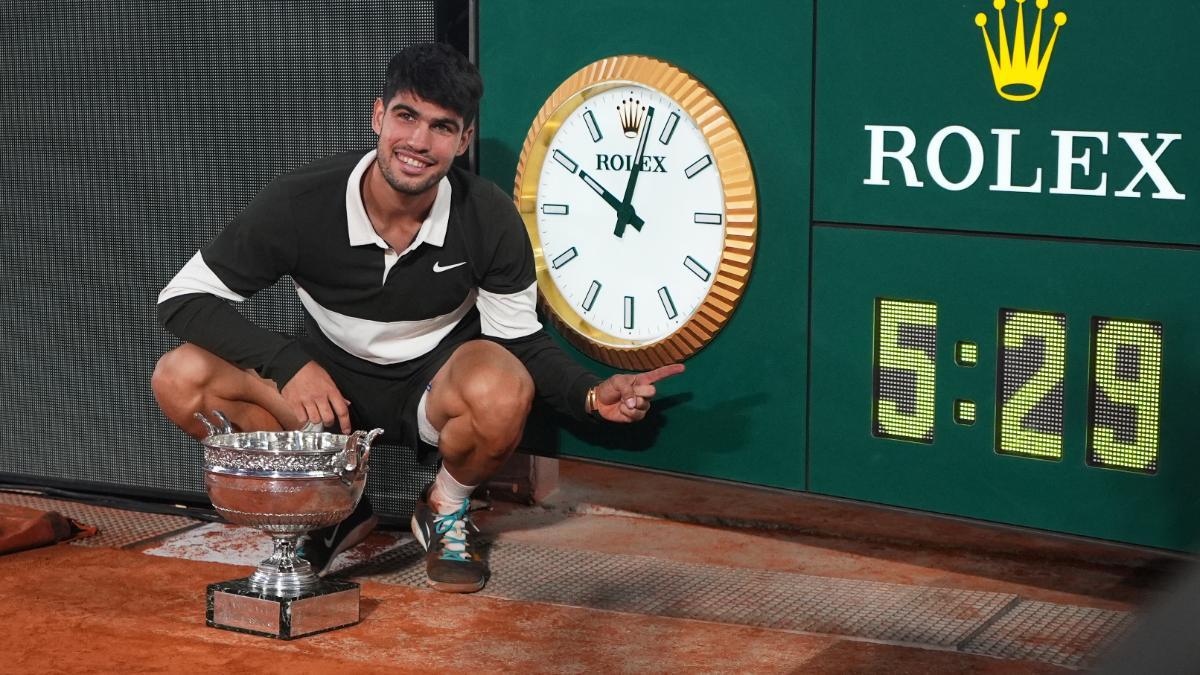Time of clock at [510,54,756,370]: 10:02
